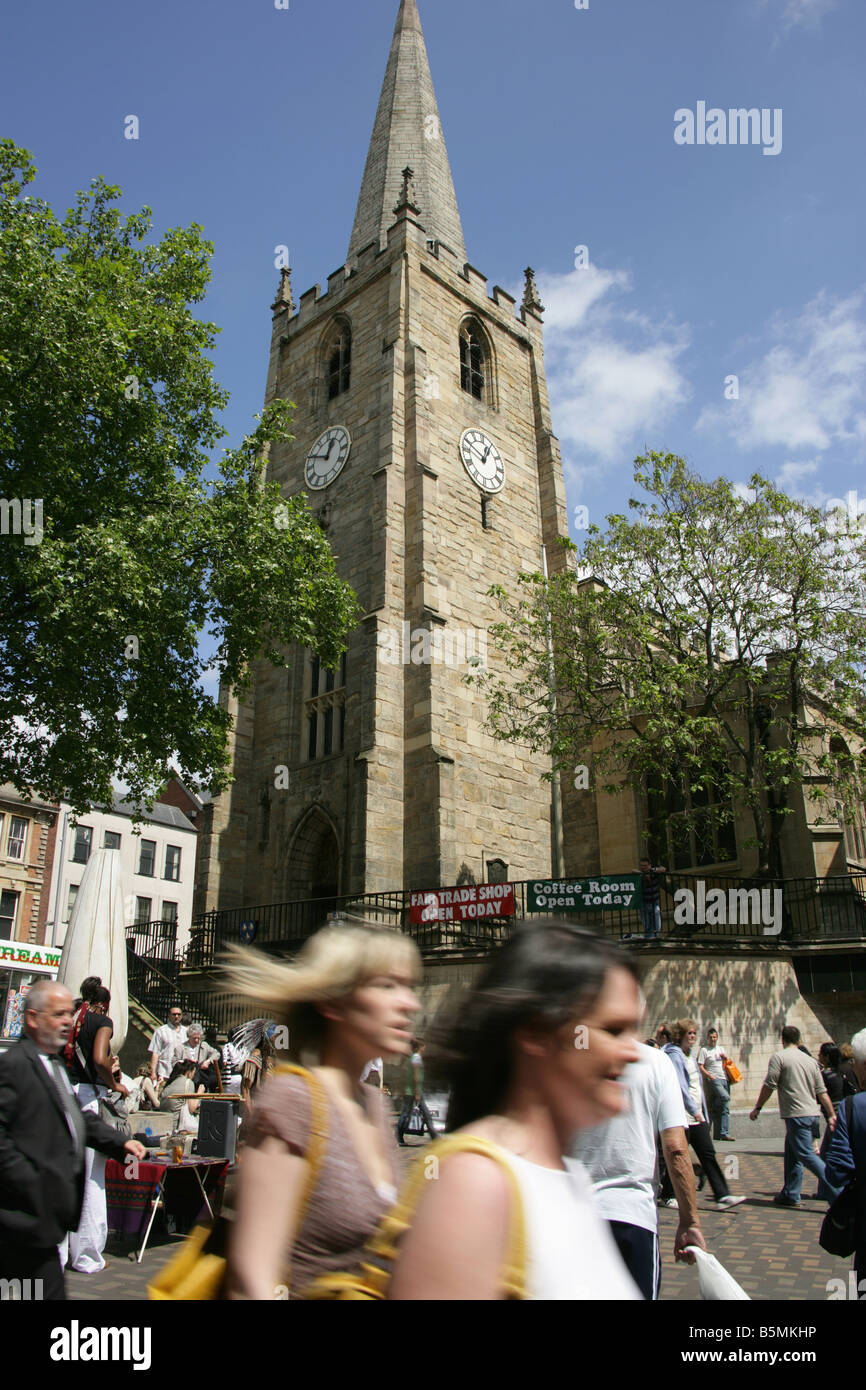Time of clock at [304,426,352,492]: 12:49
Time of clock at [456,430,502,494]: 12:49
